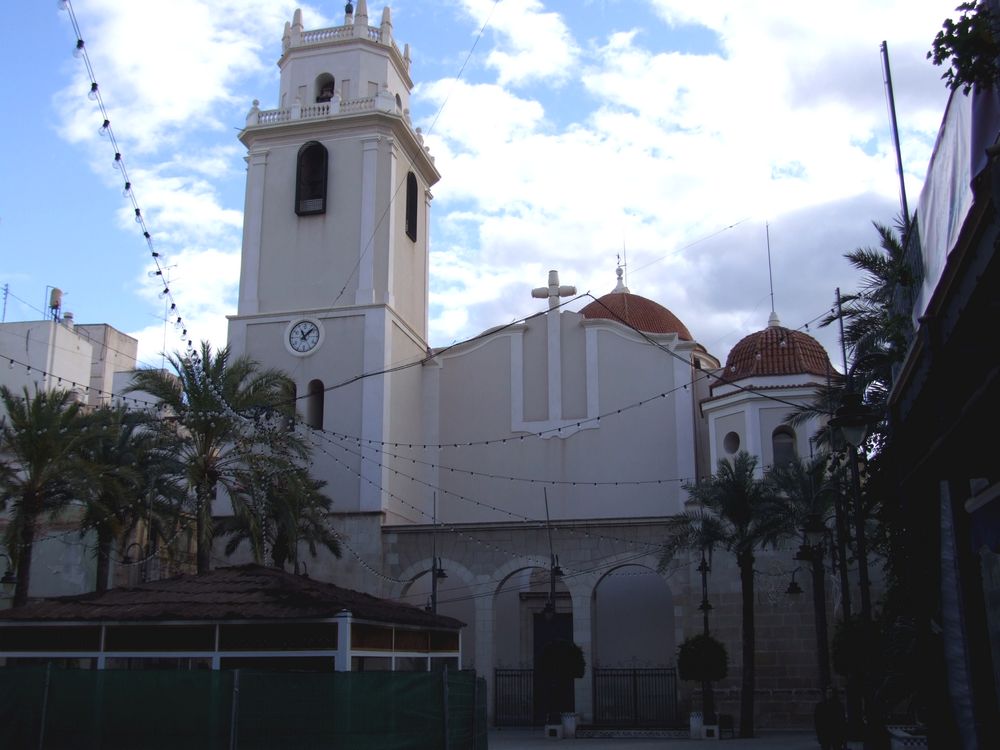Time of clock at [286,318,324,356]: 11:07
